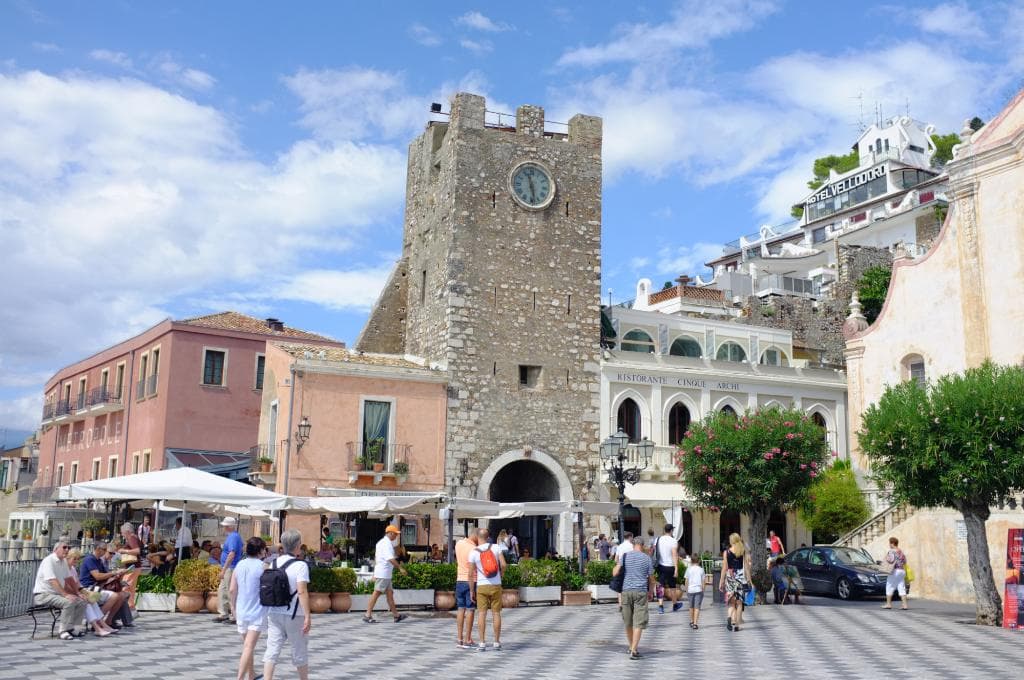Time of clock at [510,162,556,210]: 11:28
